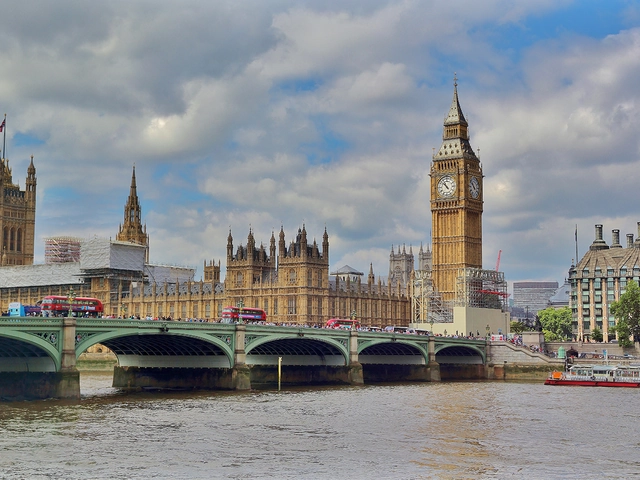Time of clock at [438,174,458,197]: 10:52
